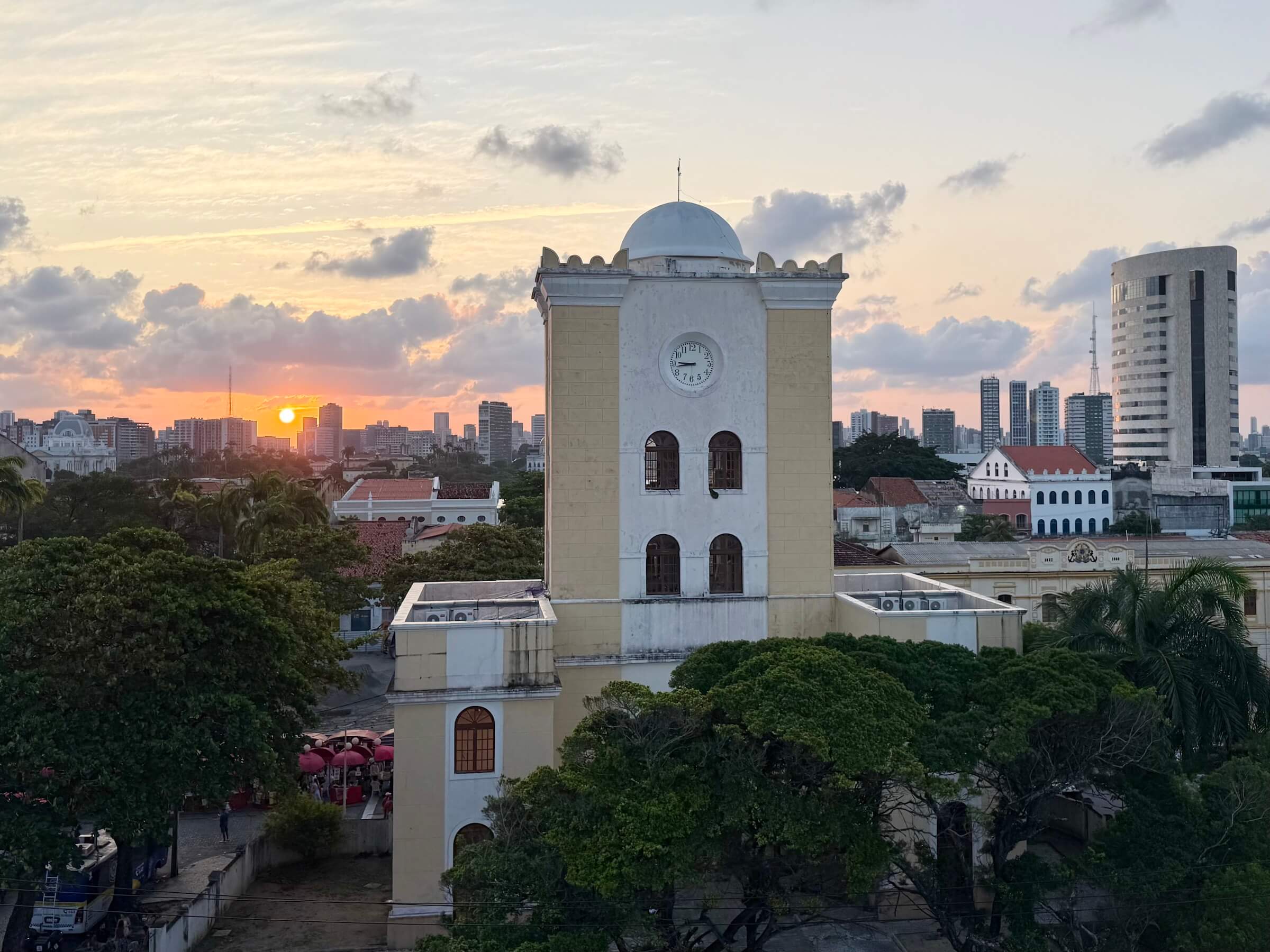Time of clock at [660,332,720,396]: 8:45
